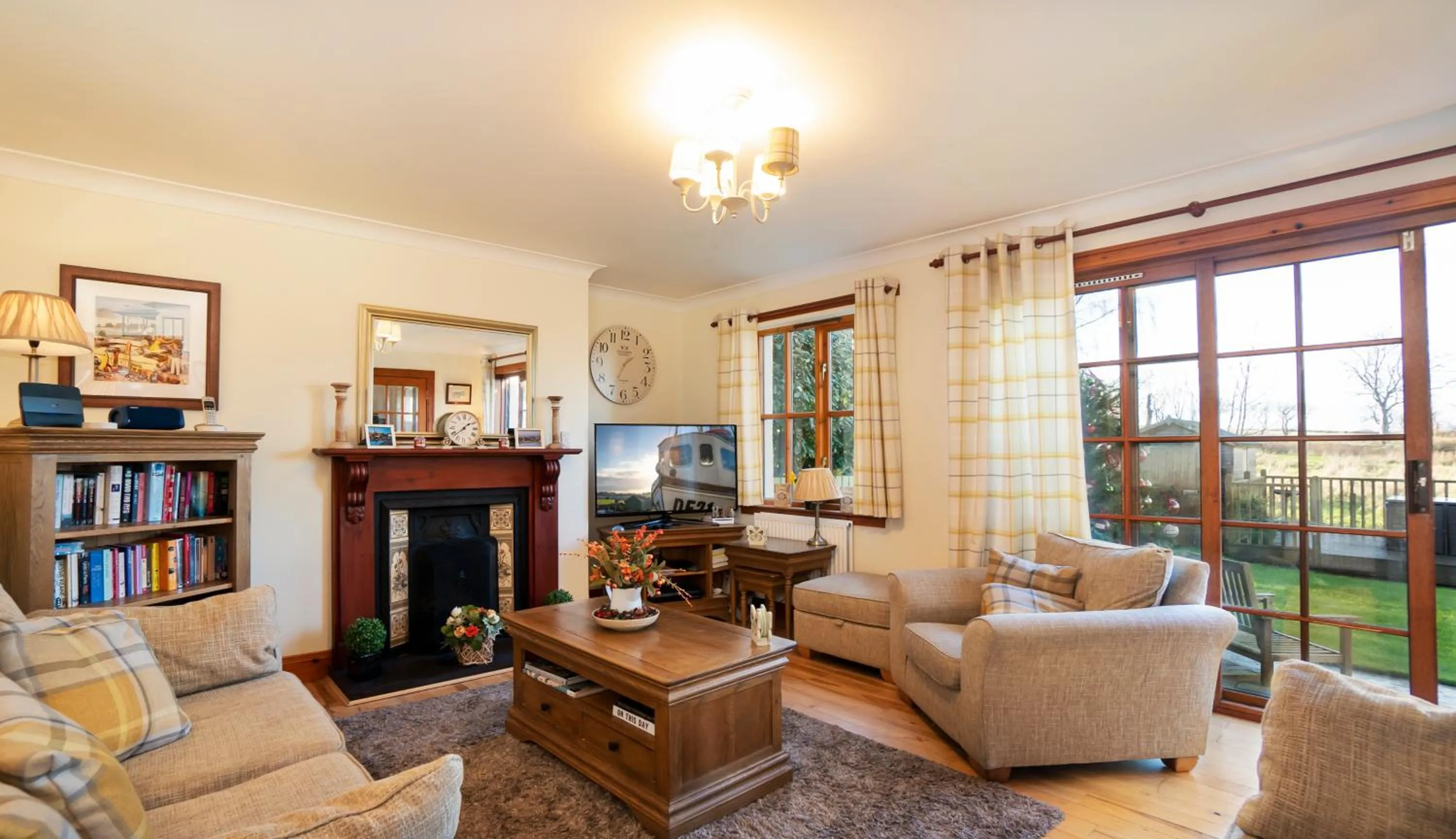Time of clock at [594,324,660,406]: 1:34
